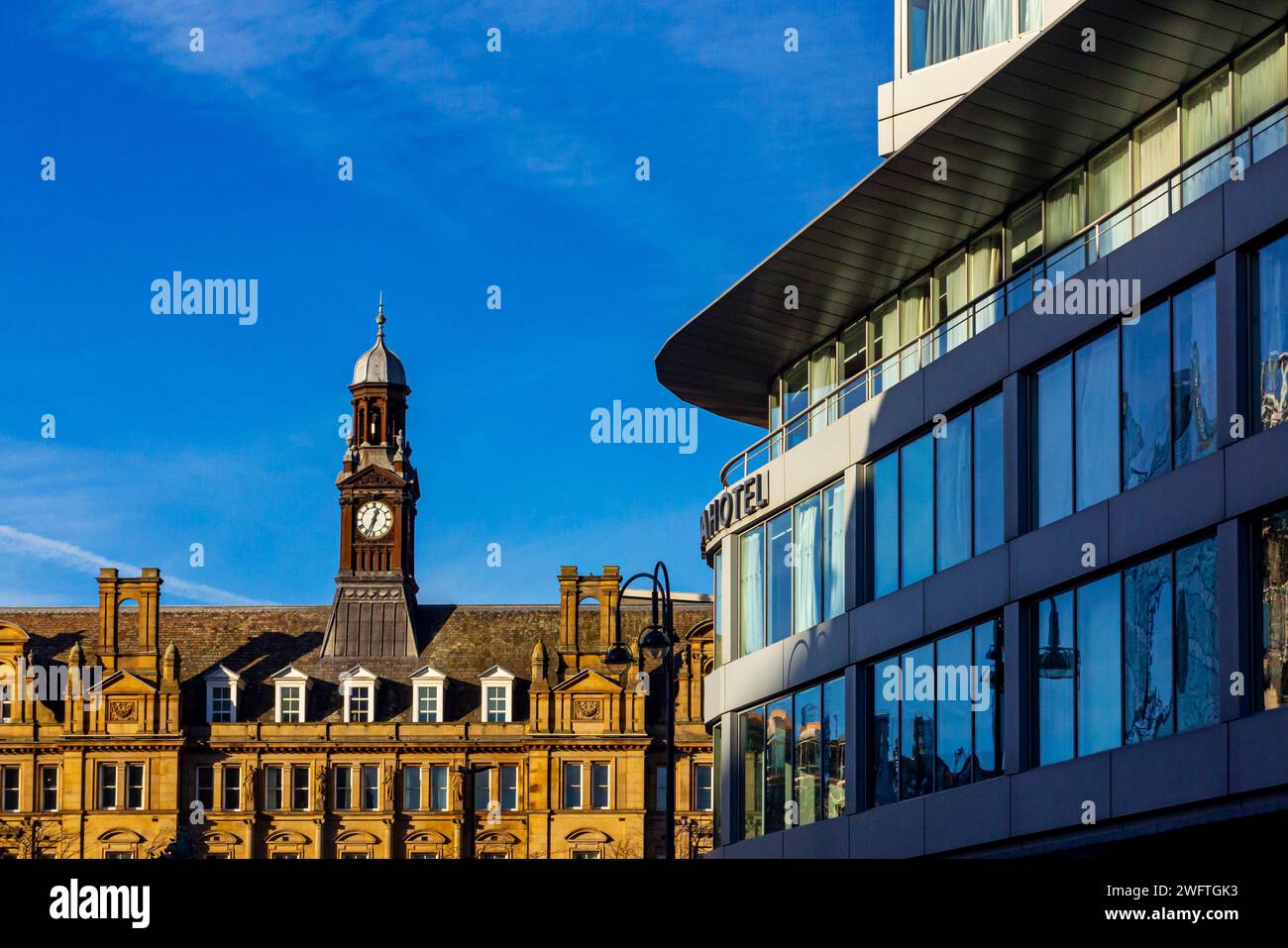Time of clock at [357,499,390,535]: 12:34
